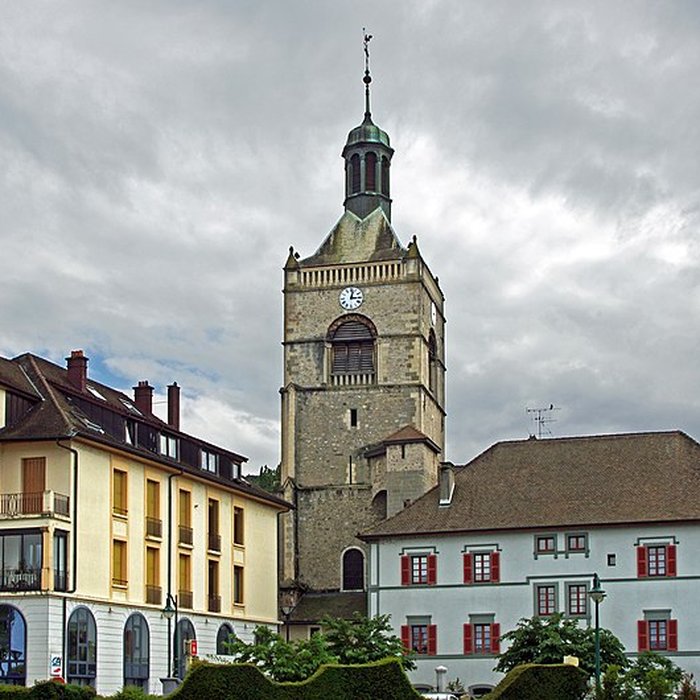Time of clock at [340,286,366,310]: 3:02
